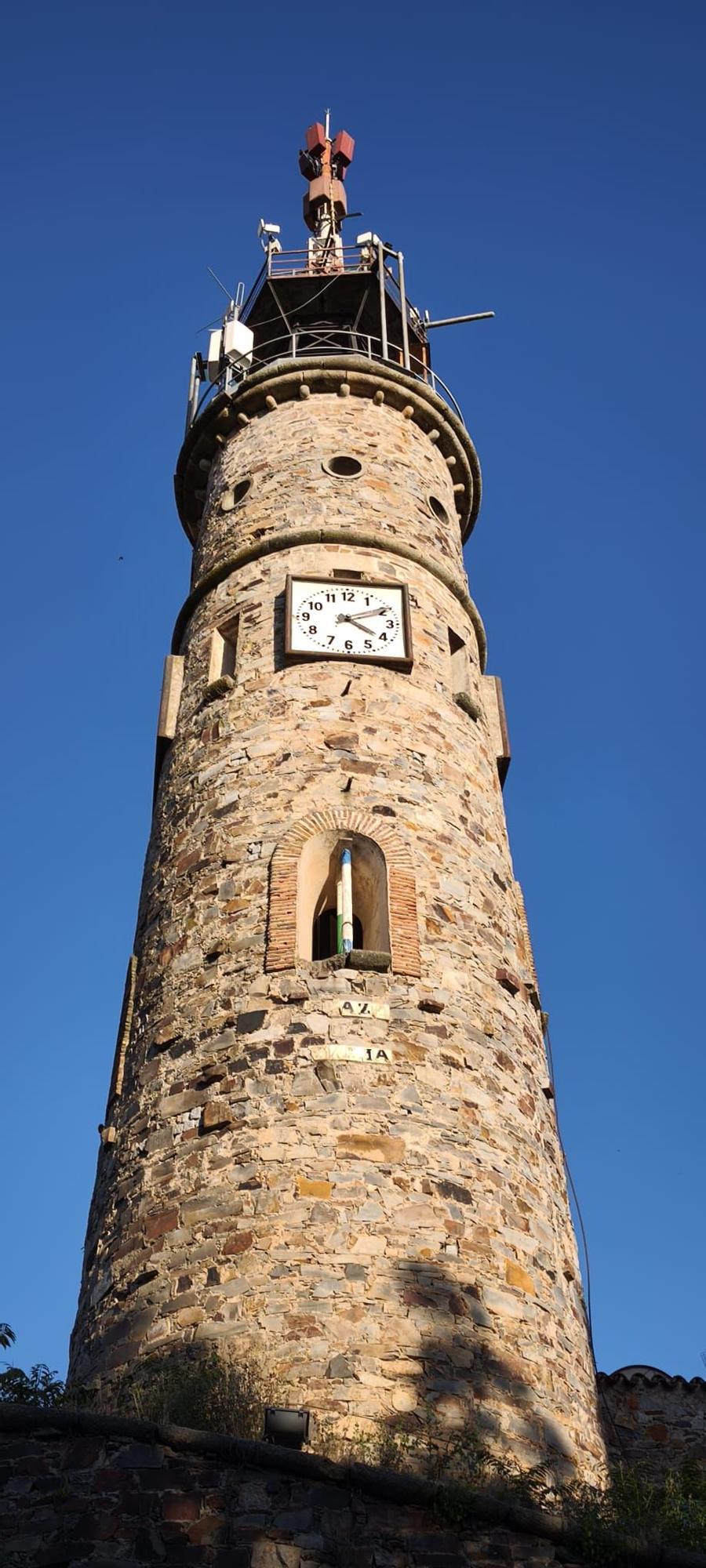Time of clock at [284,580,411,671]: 4:10
